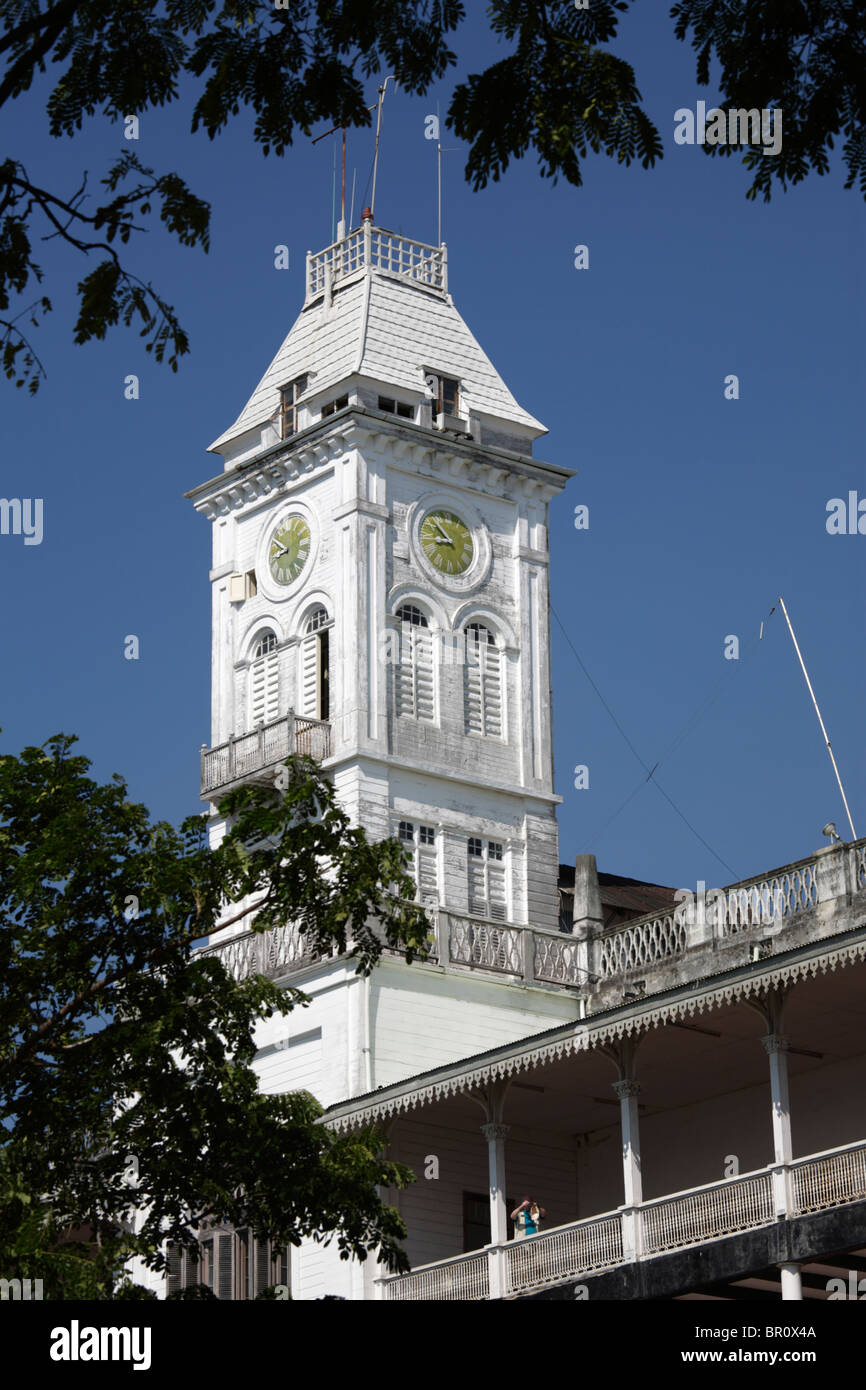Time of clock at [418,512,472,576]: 8:52
